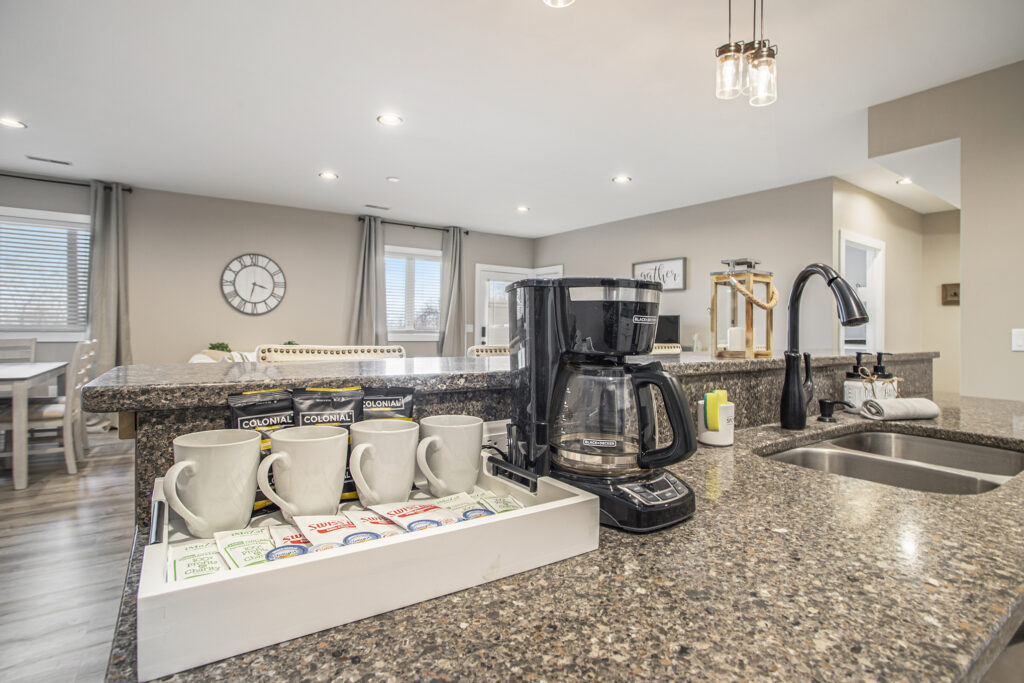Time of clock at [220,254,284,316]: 3:32
